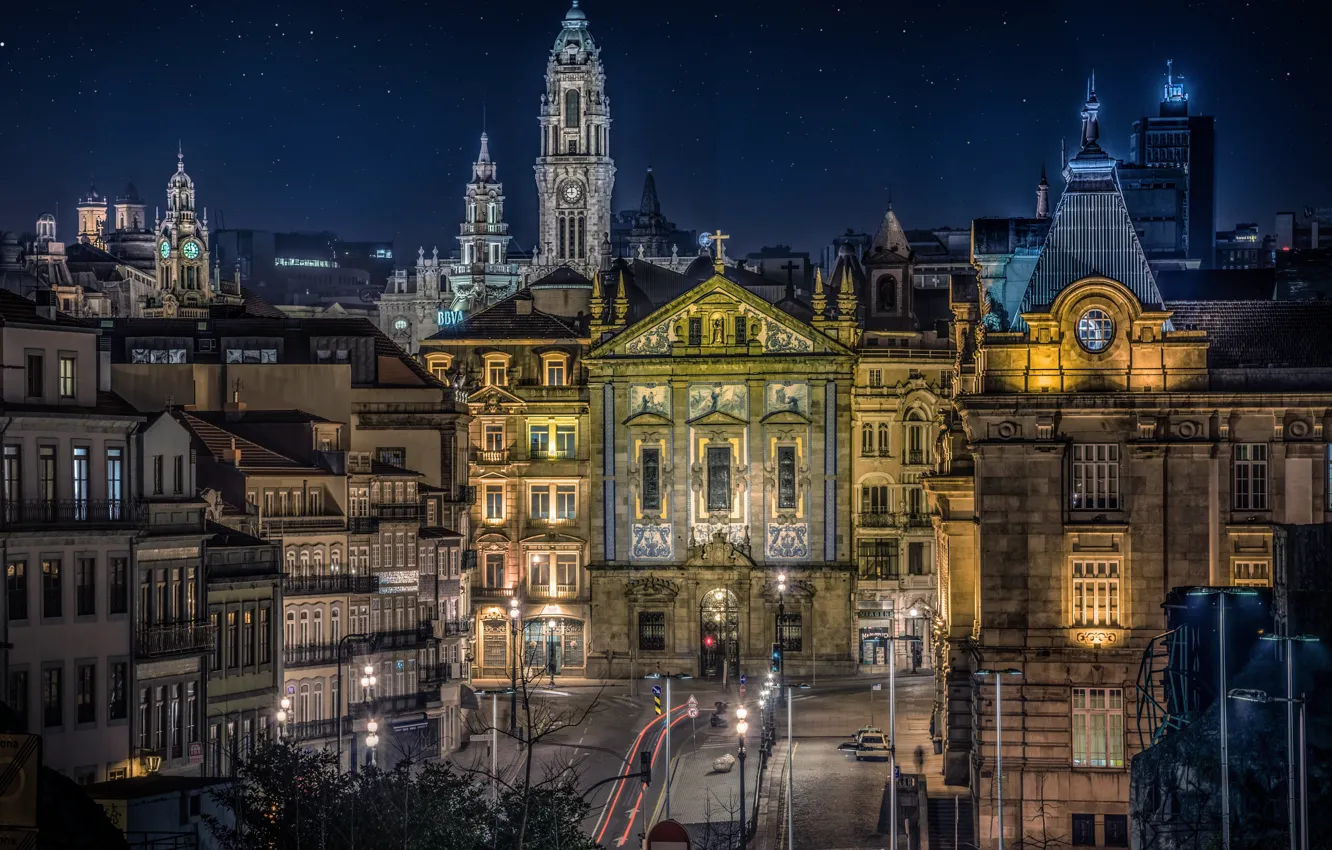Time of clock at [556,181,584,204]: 11:44
